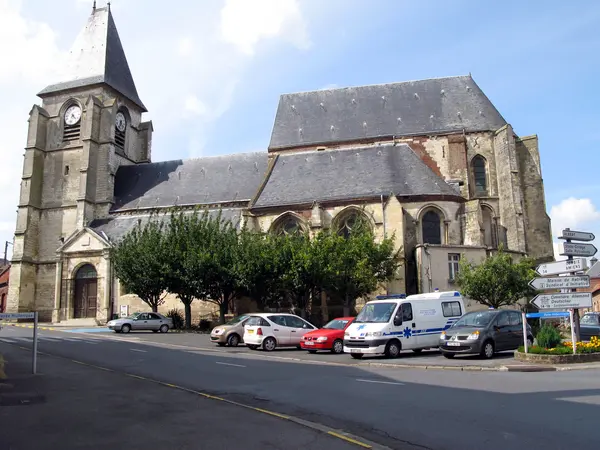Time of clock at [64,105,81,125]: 4:32
